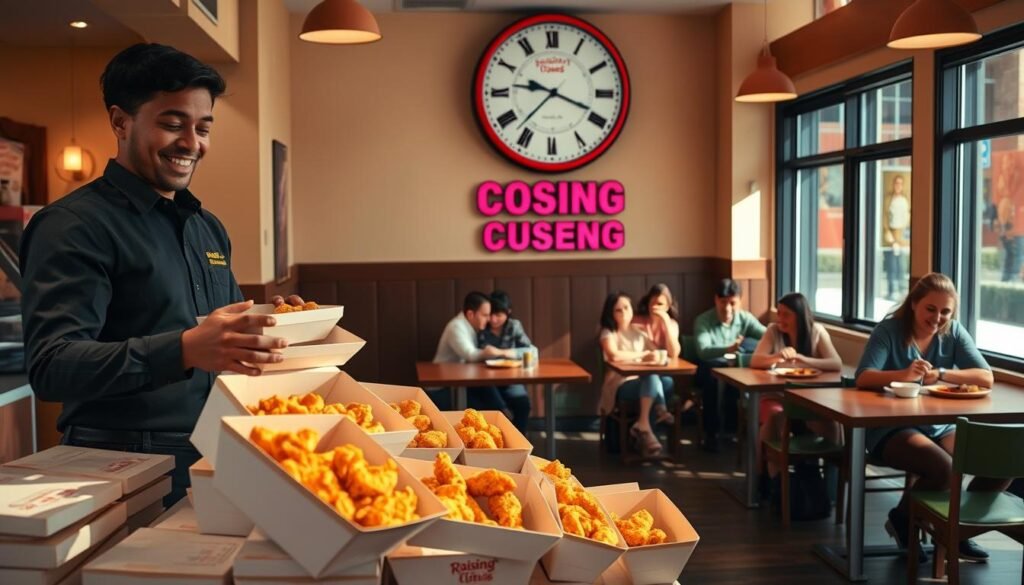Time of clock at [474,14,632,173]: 9:18
